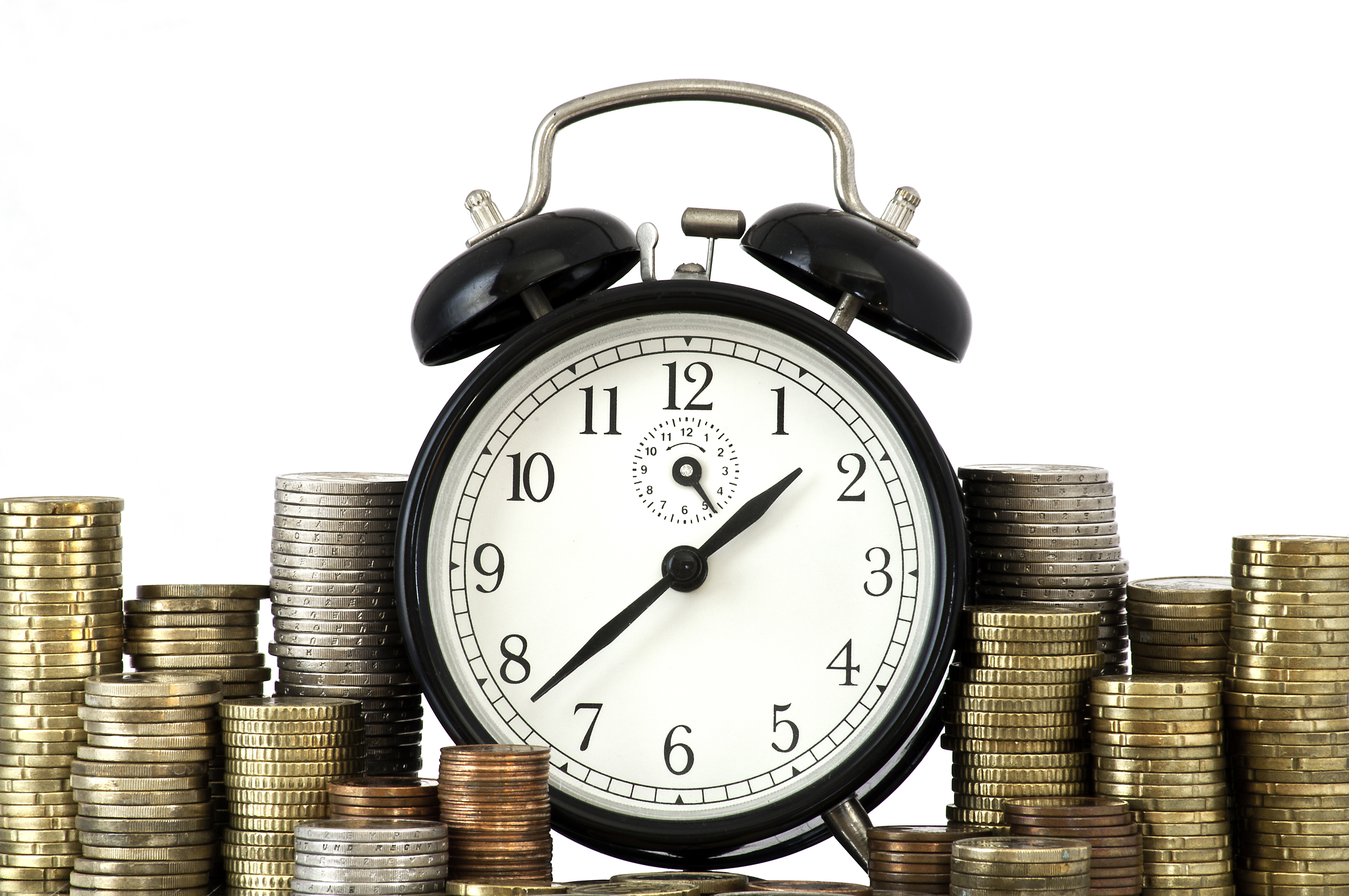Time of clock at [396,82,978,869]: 1:37
